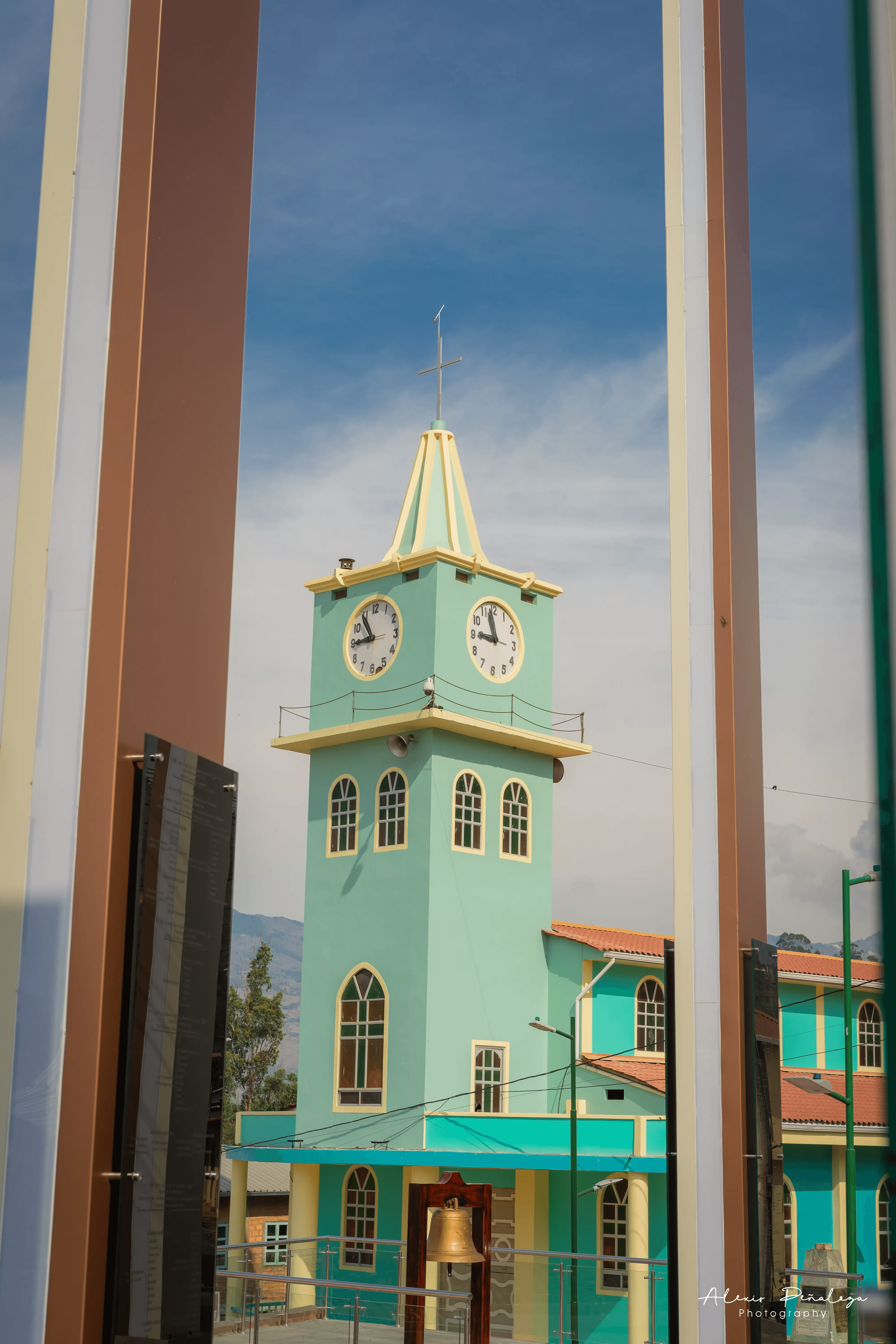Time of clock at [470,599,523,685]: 8:57
